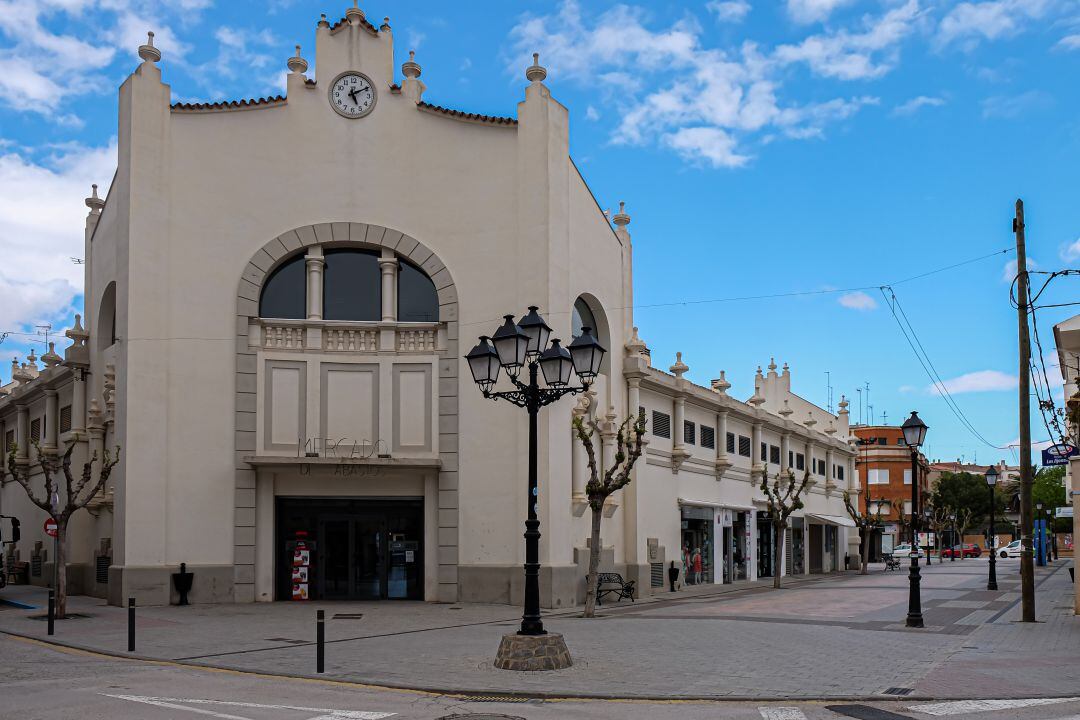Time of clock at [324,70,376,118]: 5:10
